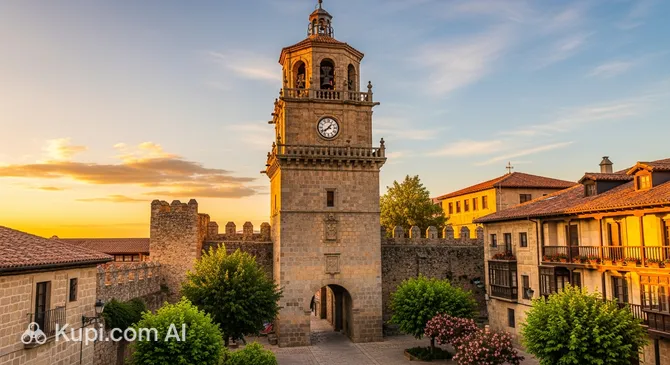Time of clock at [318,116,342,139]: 8:06
